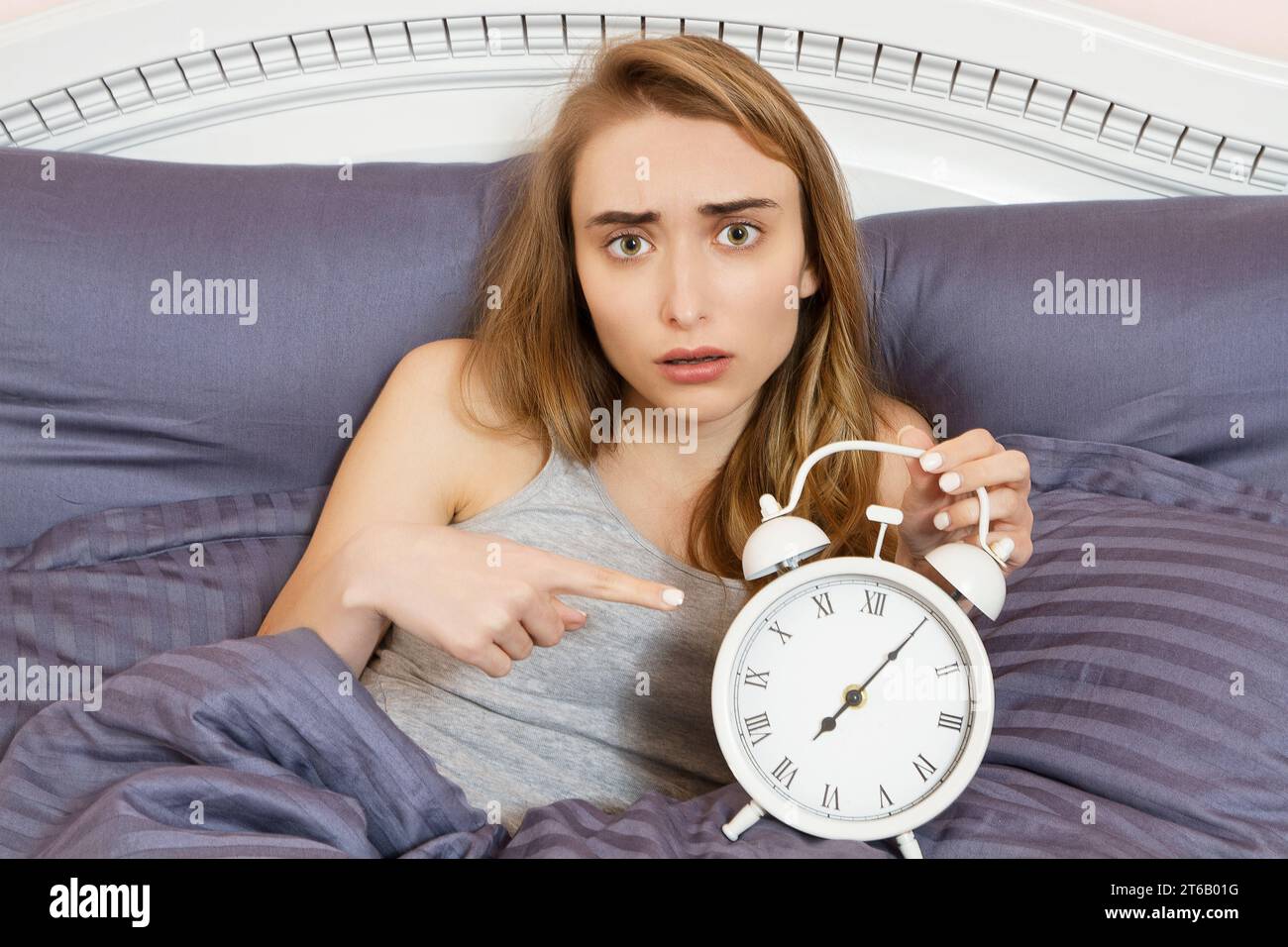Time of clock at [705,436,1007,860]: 7:05
